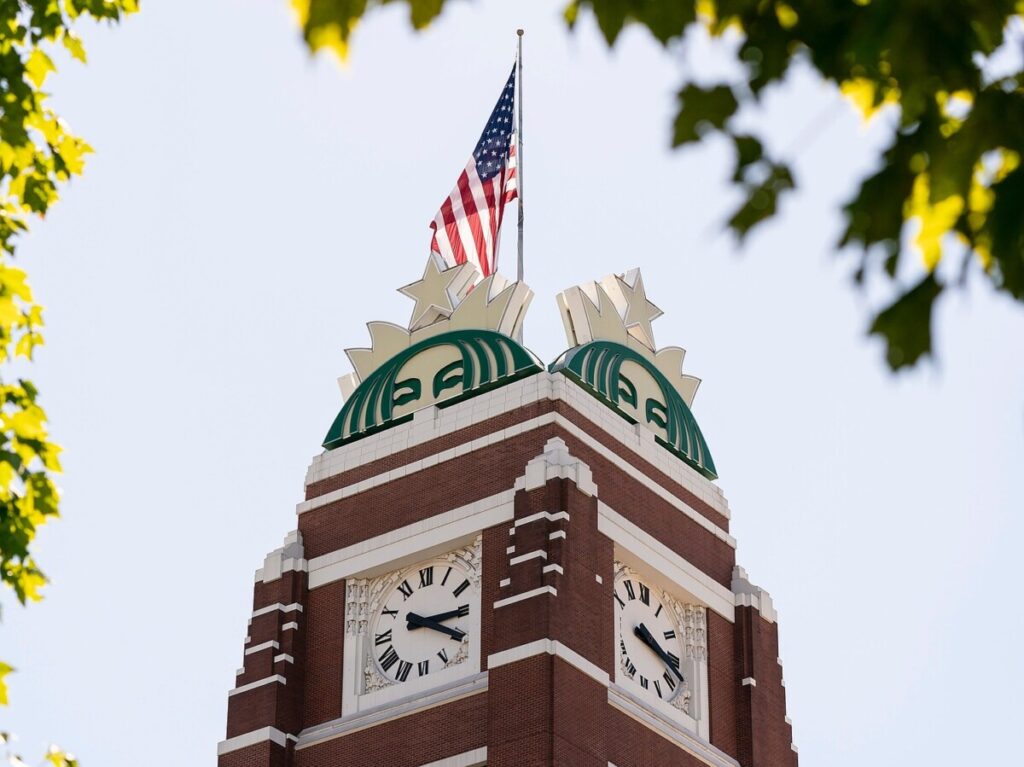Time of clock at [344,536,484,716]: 3:20
